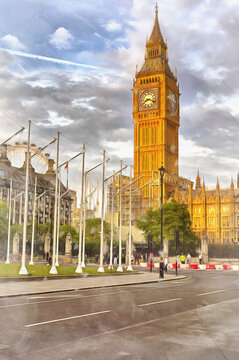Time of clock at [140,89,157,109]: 8:18
